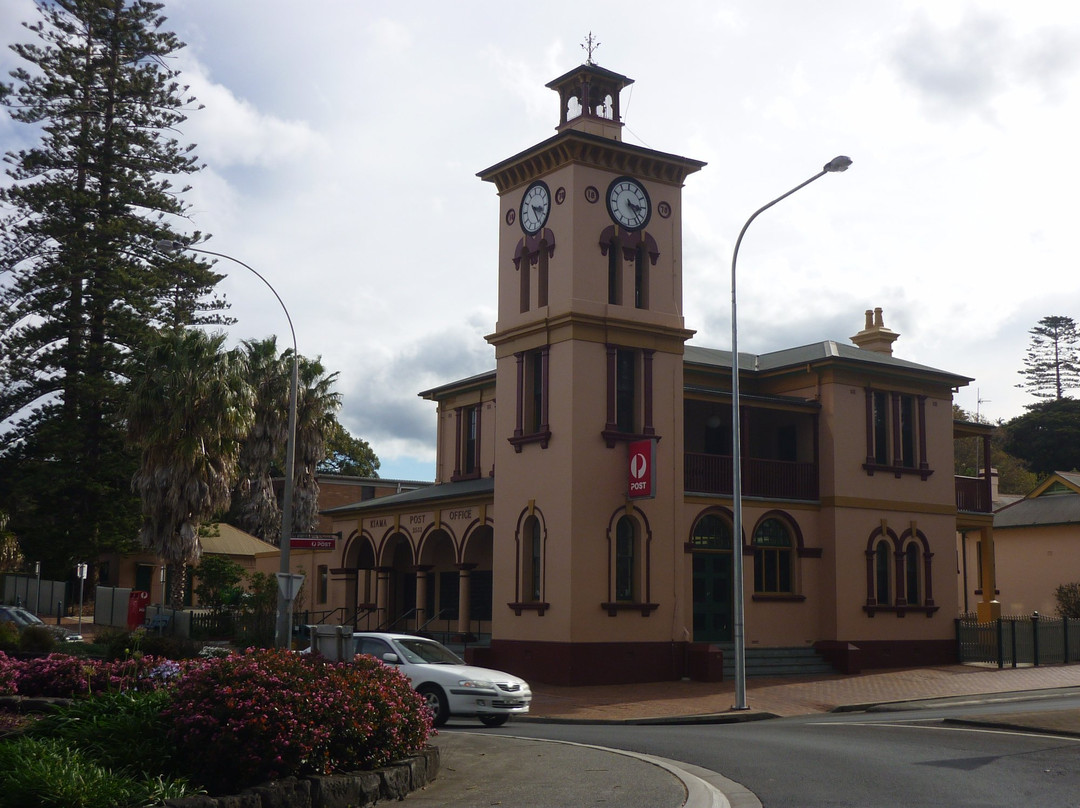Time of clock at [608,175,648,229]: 3:23
